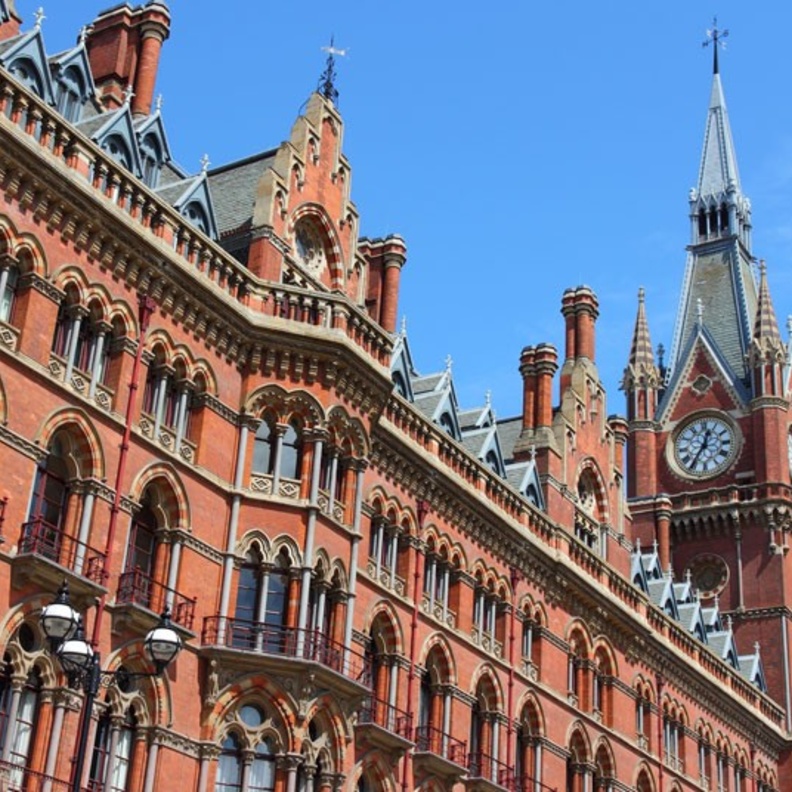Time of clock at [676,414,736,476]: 12:35
